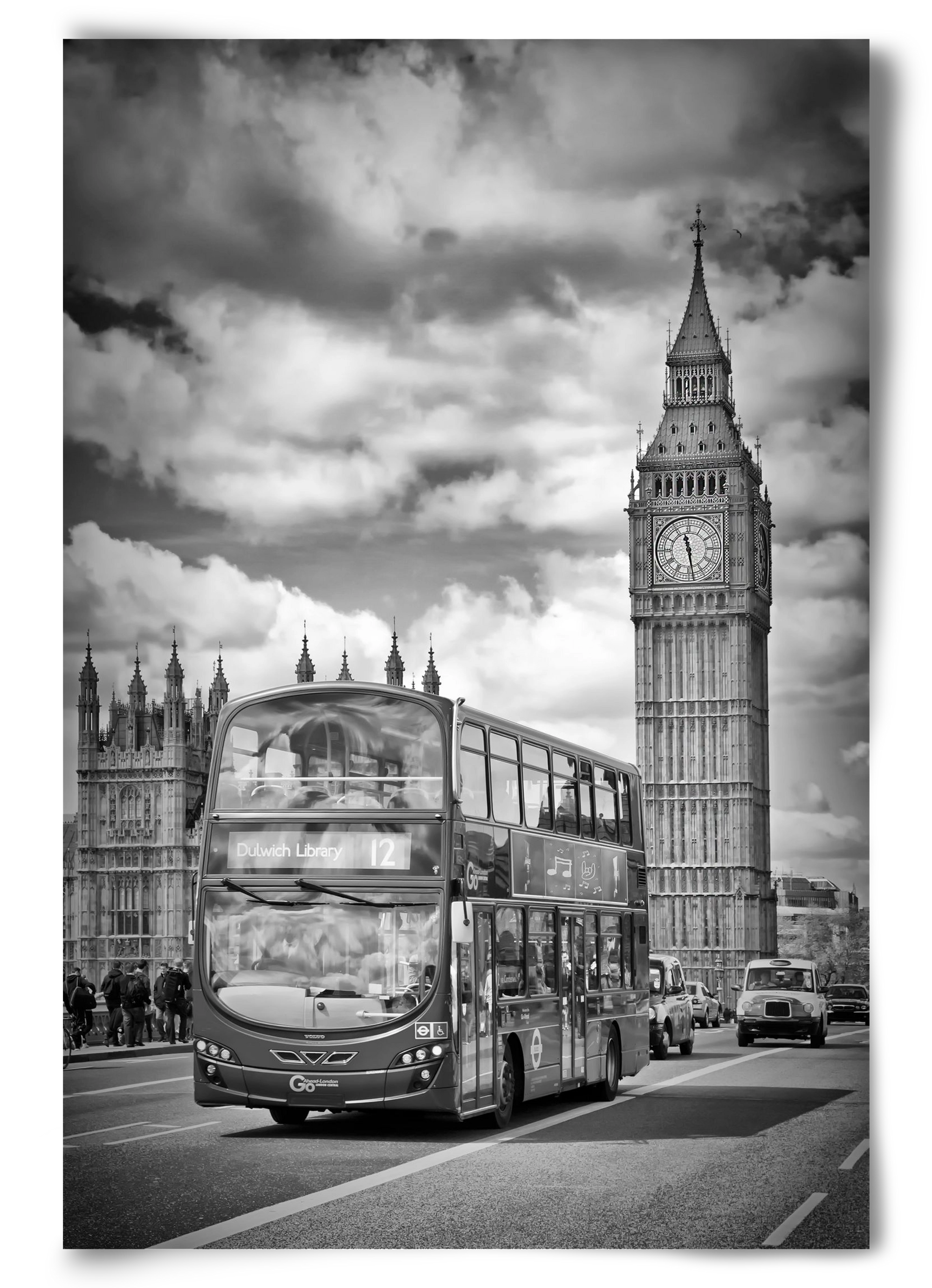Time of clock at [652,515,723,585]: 11:28
